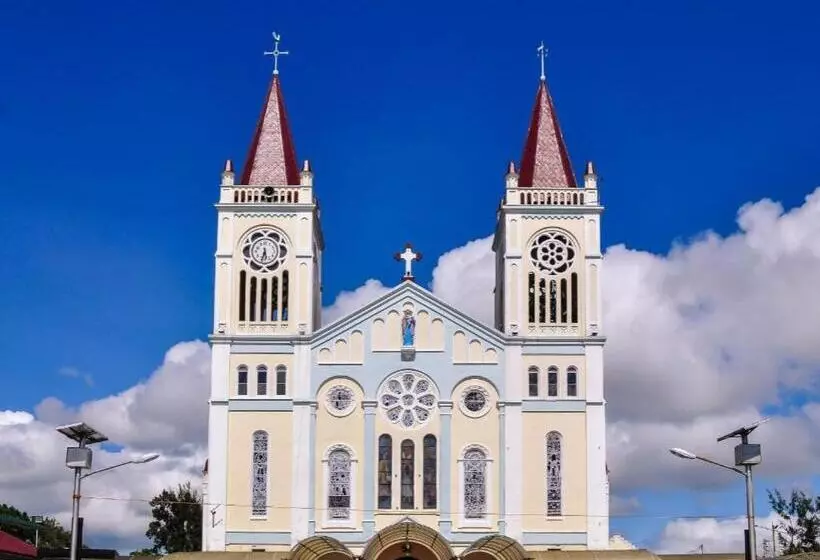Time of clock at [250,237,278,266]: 5:32
